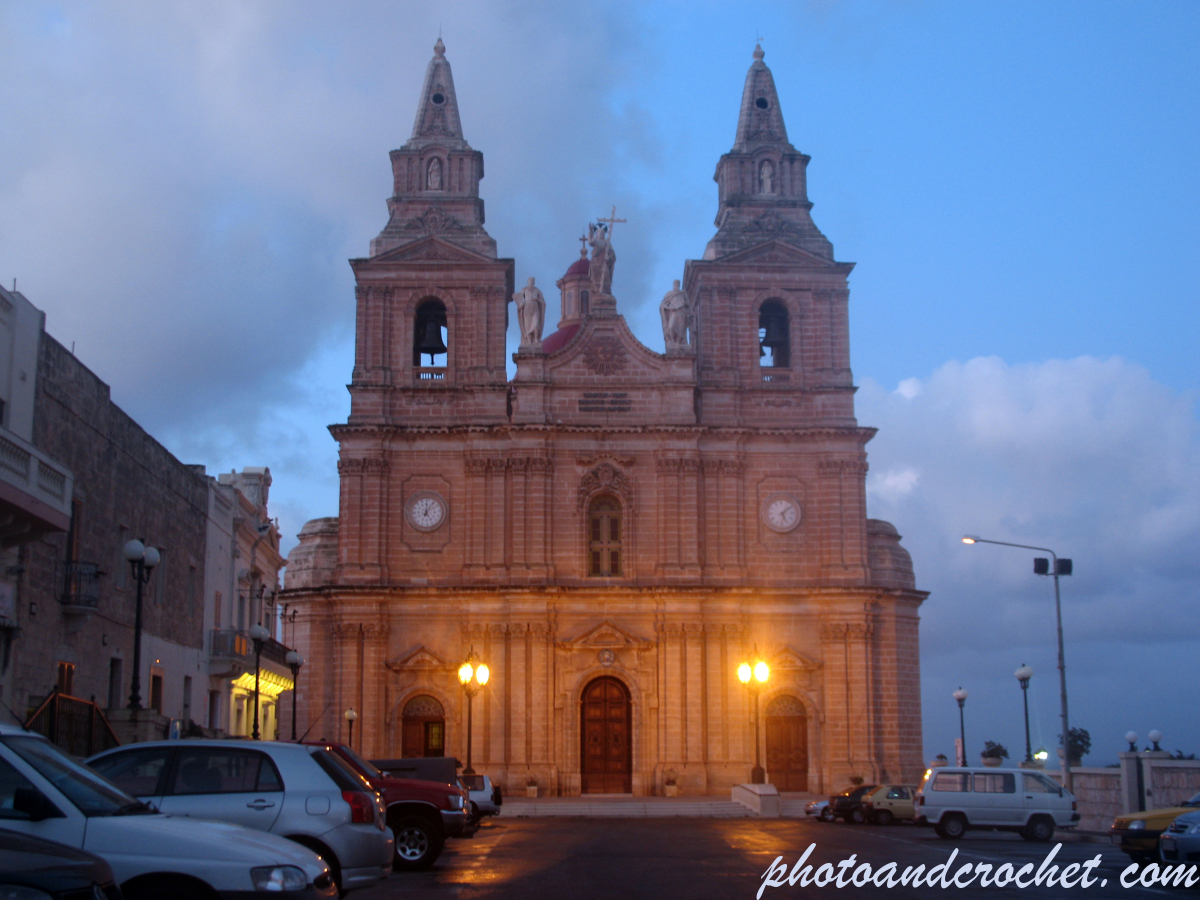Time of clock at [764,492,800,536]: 5:08
